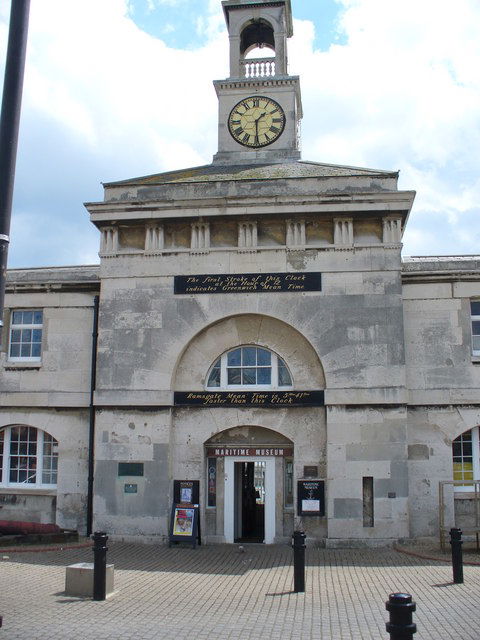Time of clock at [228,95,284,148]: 1:29
